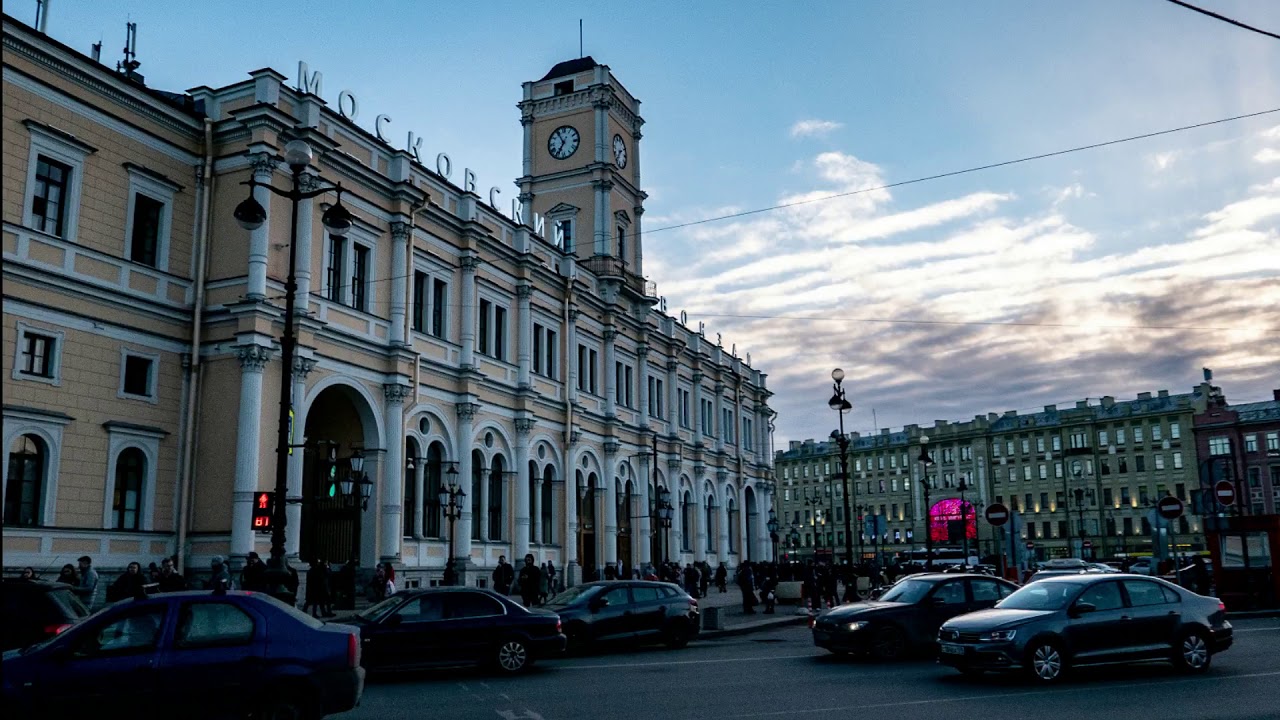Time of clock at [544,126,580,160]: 6:54
